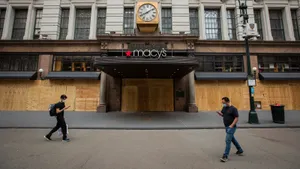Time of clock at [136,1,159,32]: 8:09
